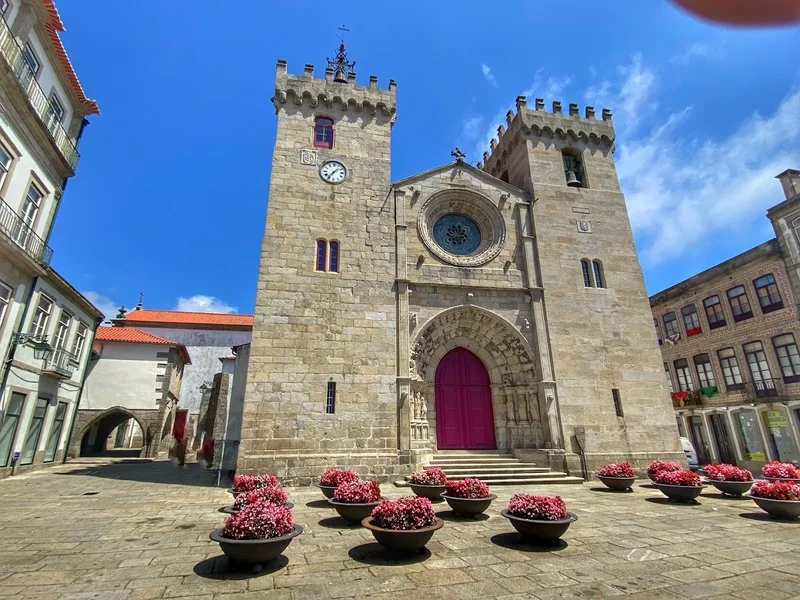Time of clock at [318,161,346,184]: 1:36
